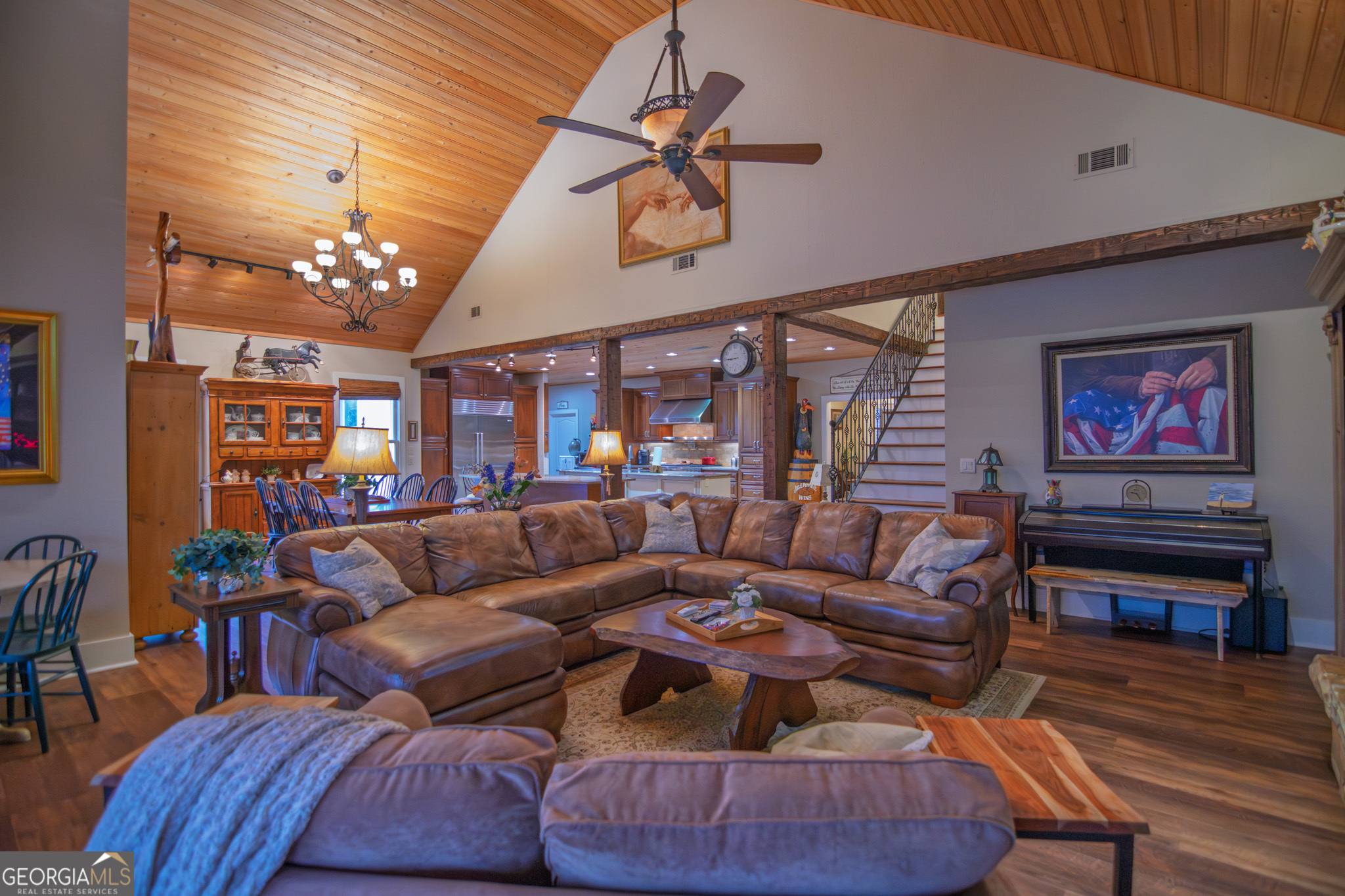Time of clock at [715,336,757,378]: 8:44
